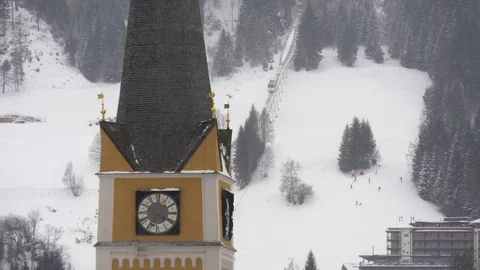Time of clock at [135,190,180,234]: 3:34
